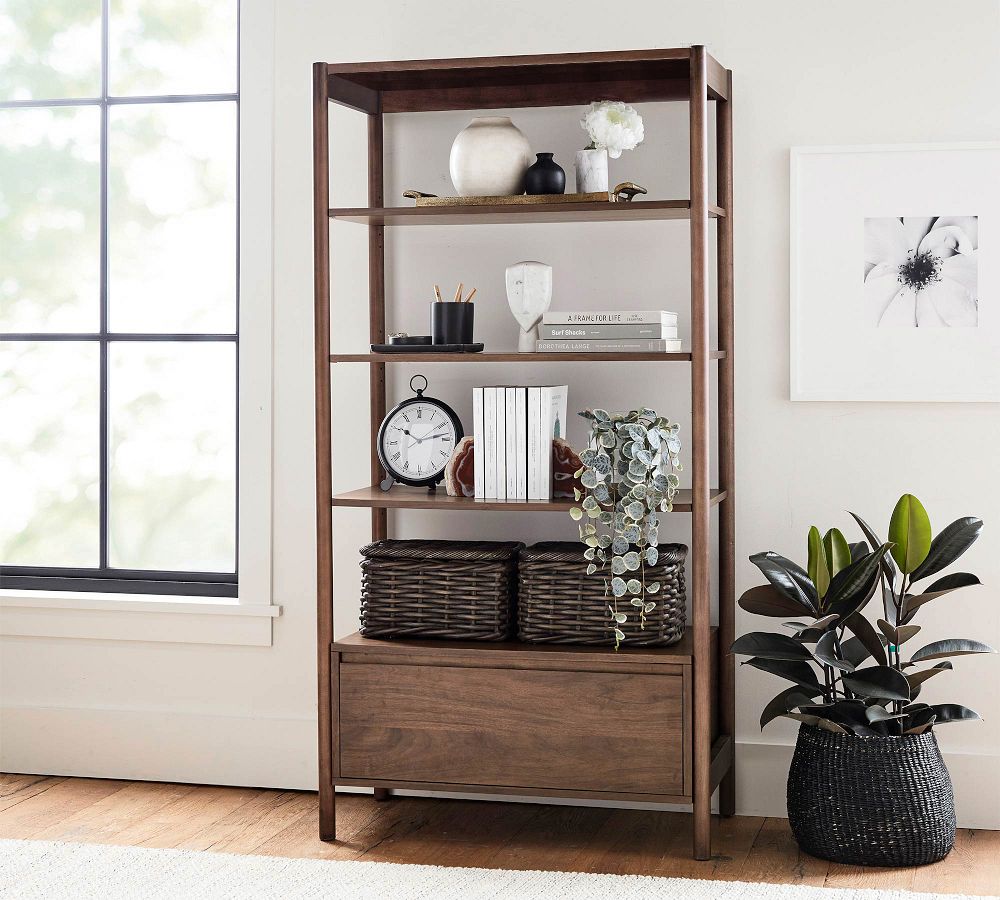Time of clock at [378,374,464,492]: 10:13
